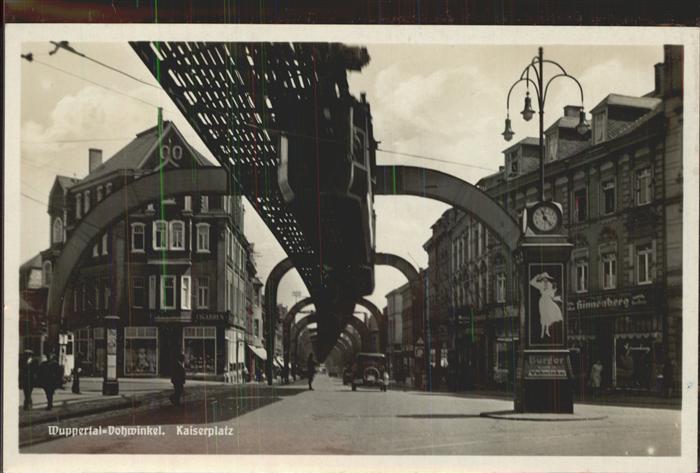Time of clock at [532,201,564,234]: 11:22
